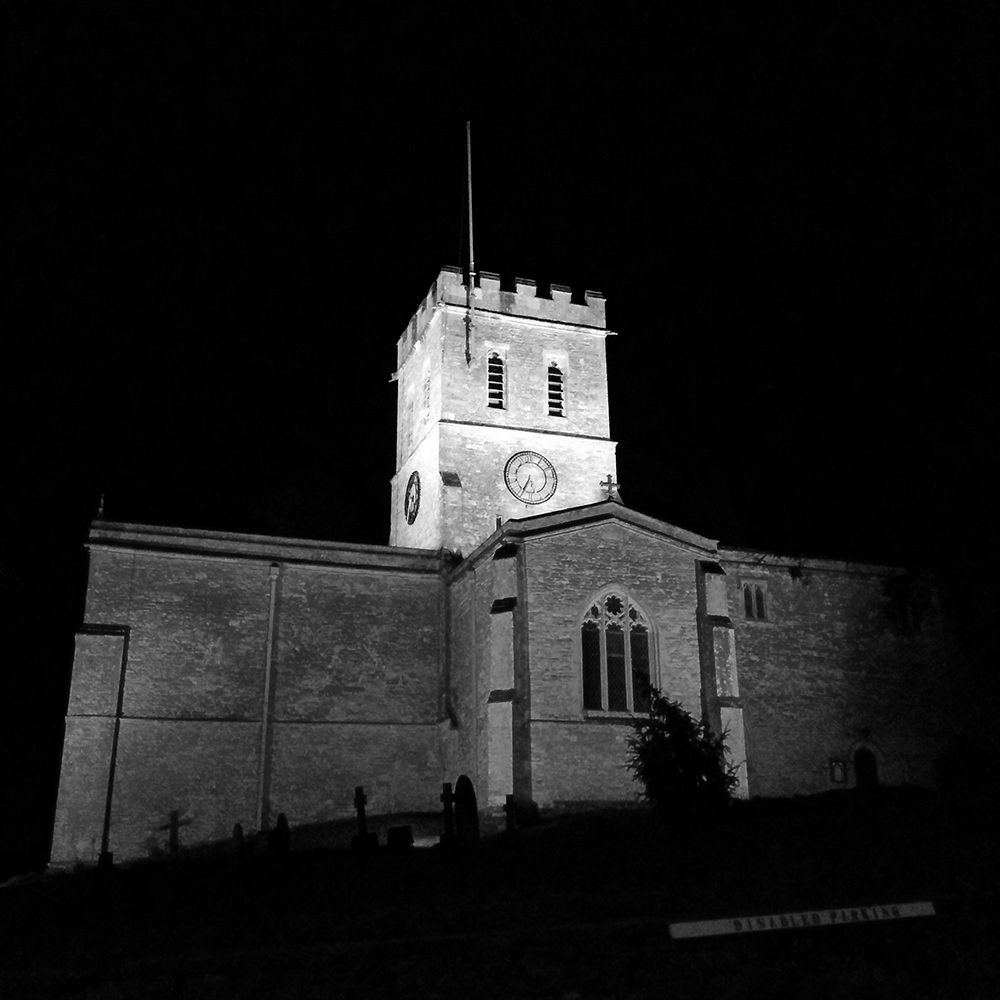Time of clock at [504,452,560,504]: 6:34
